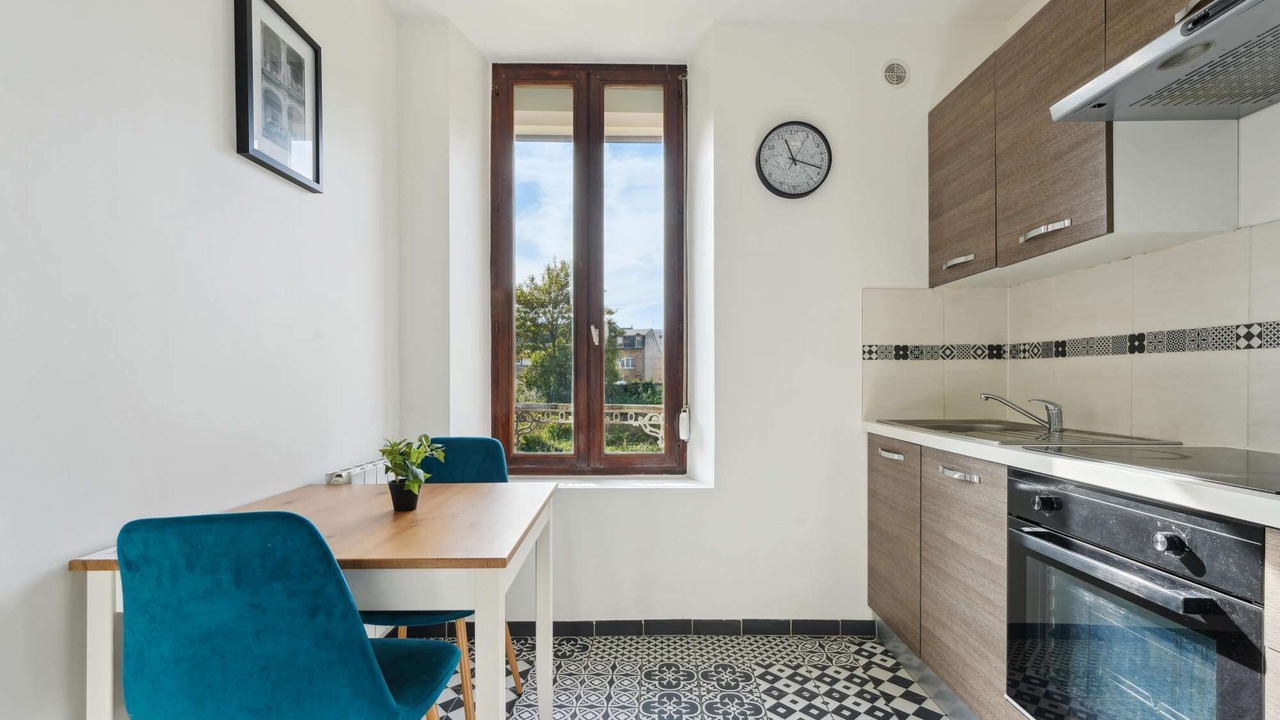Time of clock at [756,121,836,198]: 11:18
